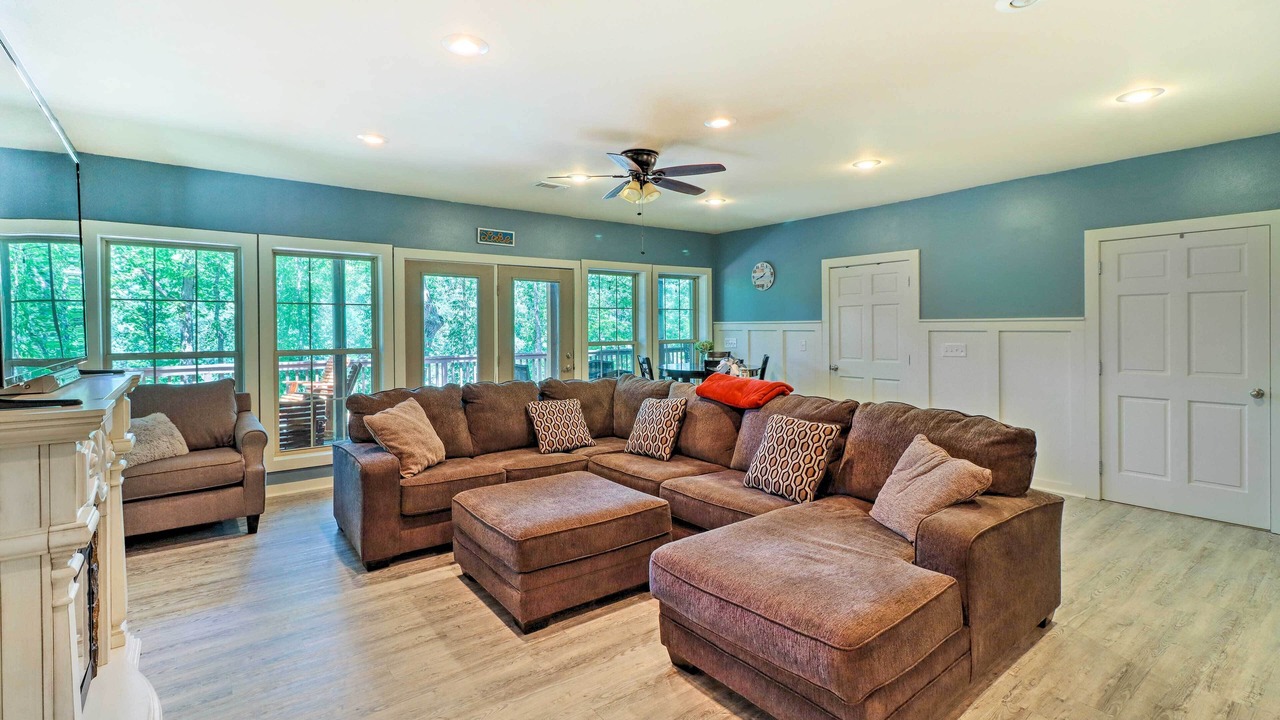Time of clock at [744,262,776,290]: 1:41
